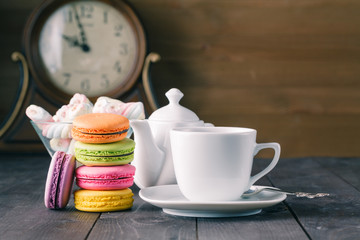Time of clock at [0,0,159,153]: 9:57
